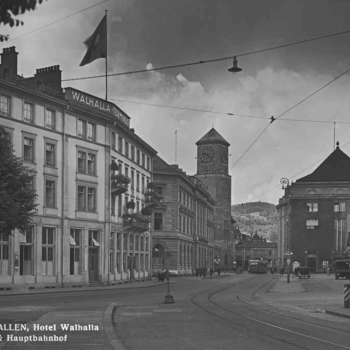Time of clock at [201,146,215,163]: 9:22
